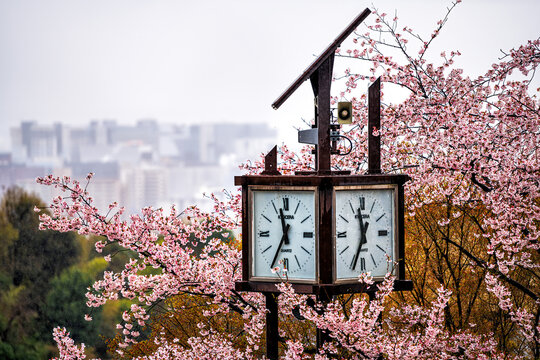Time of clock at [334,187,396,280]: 11:34
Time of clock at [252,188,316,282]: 11:35
